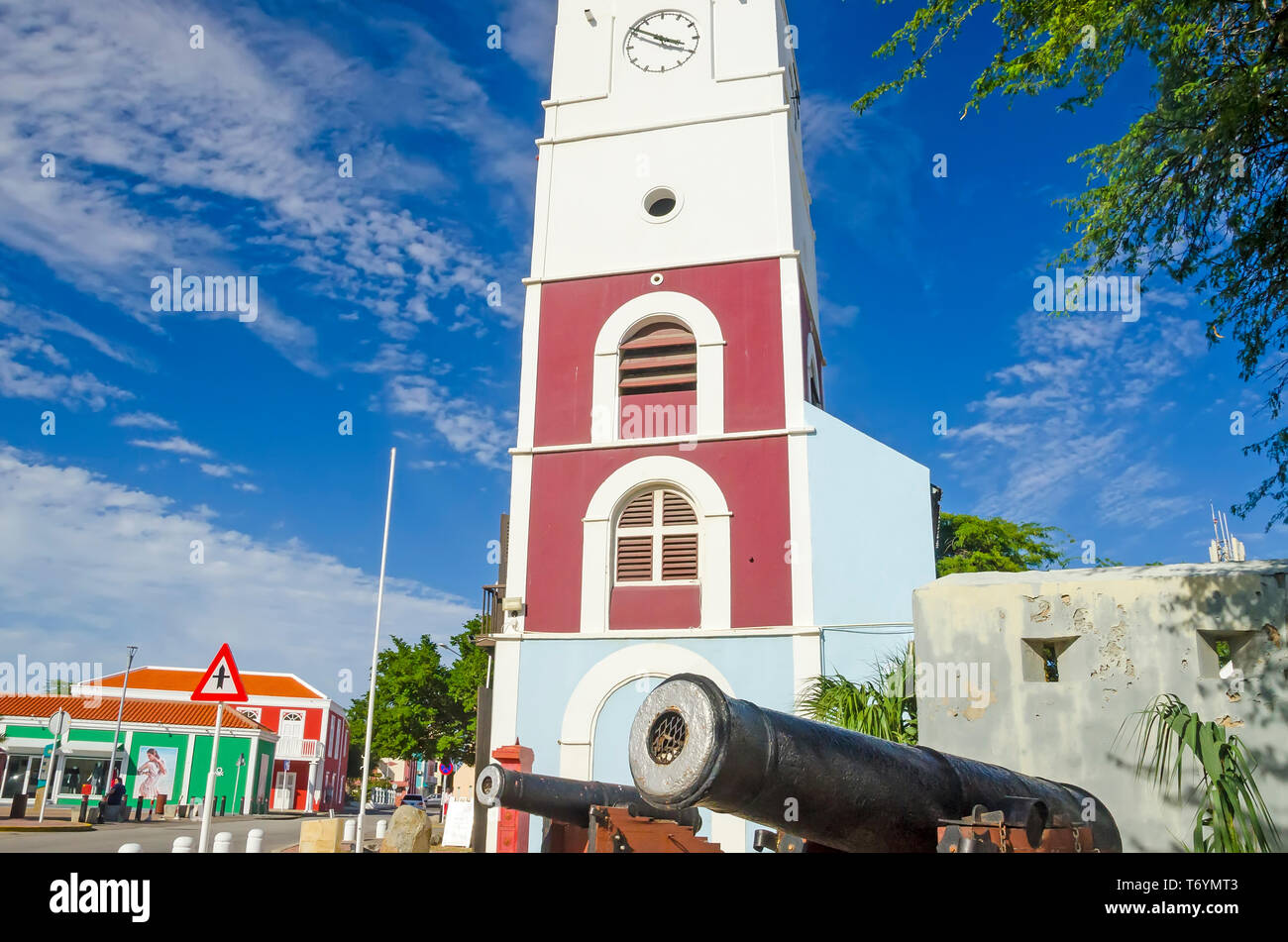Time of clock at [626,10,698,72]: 3:50
